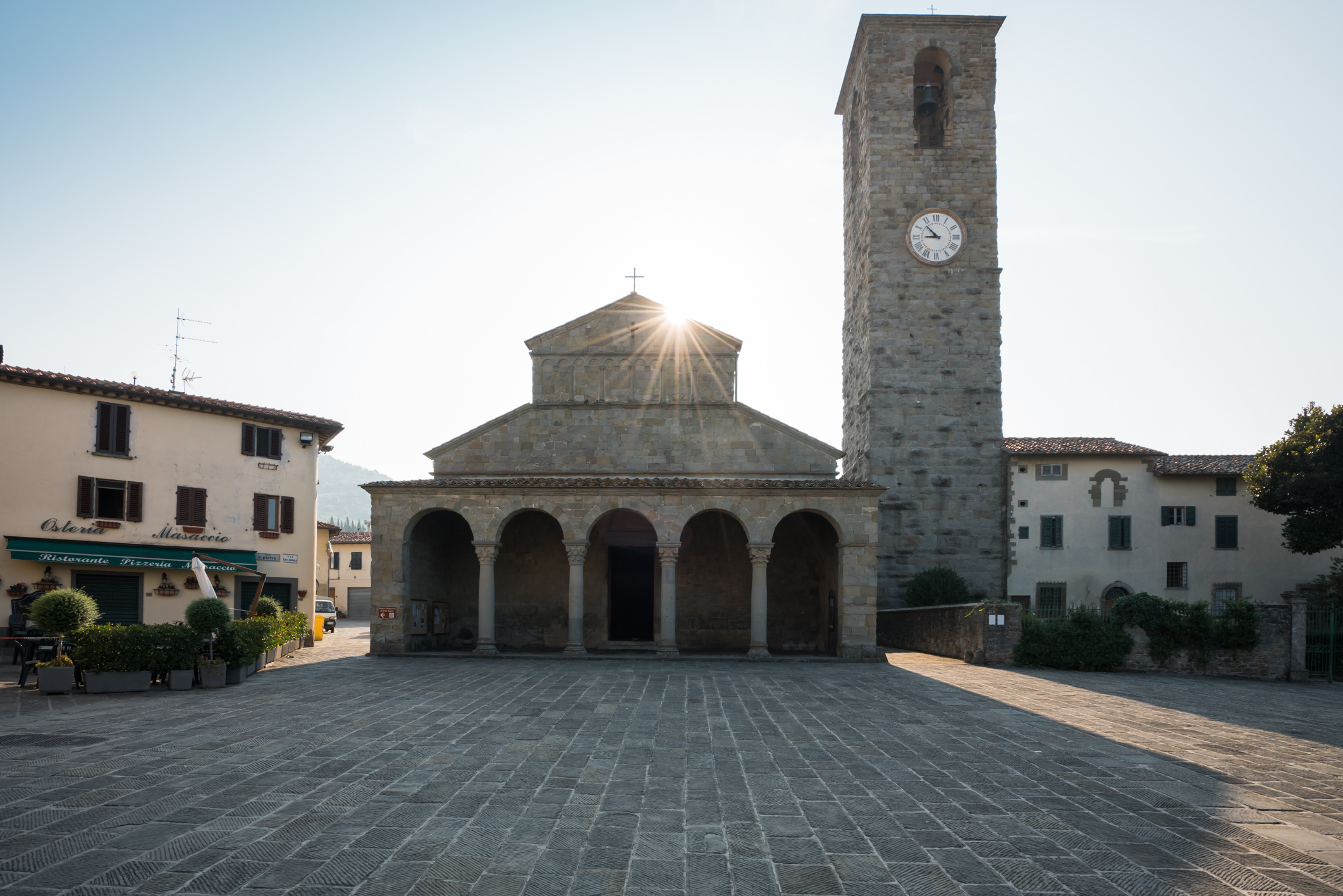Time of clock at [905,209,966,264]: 8:53
